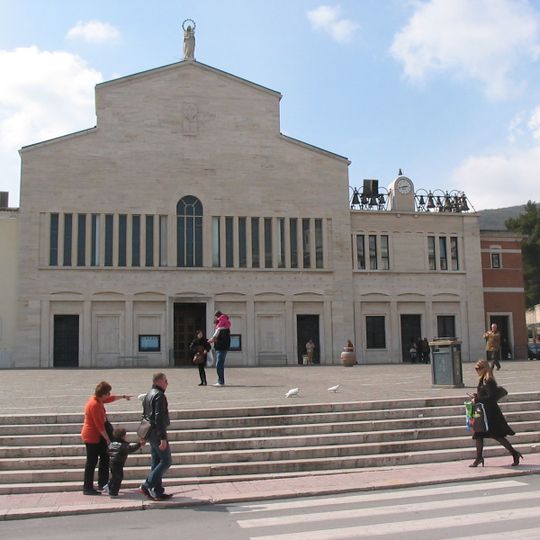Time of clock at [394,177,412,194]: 2:42
